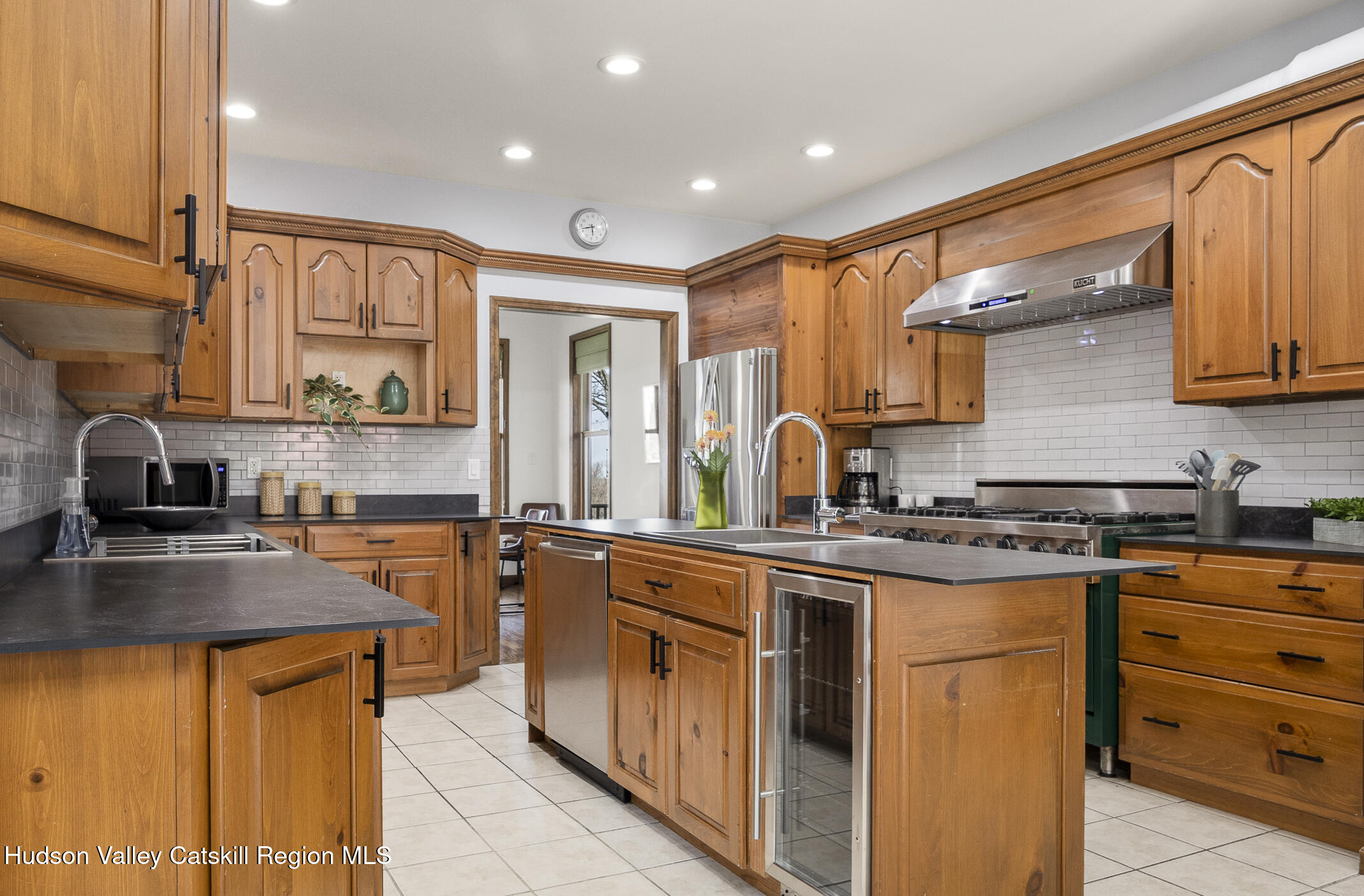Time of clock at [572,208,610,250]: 5:42
